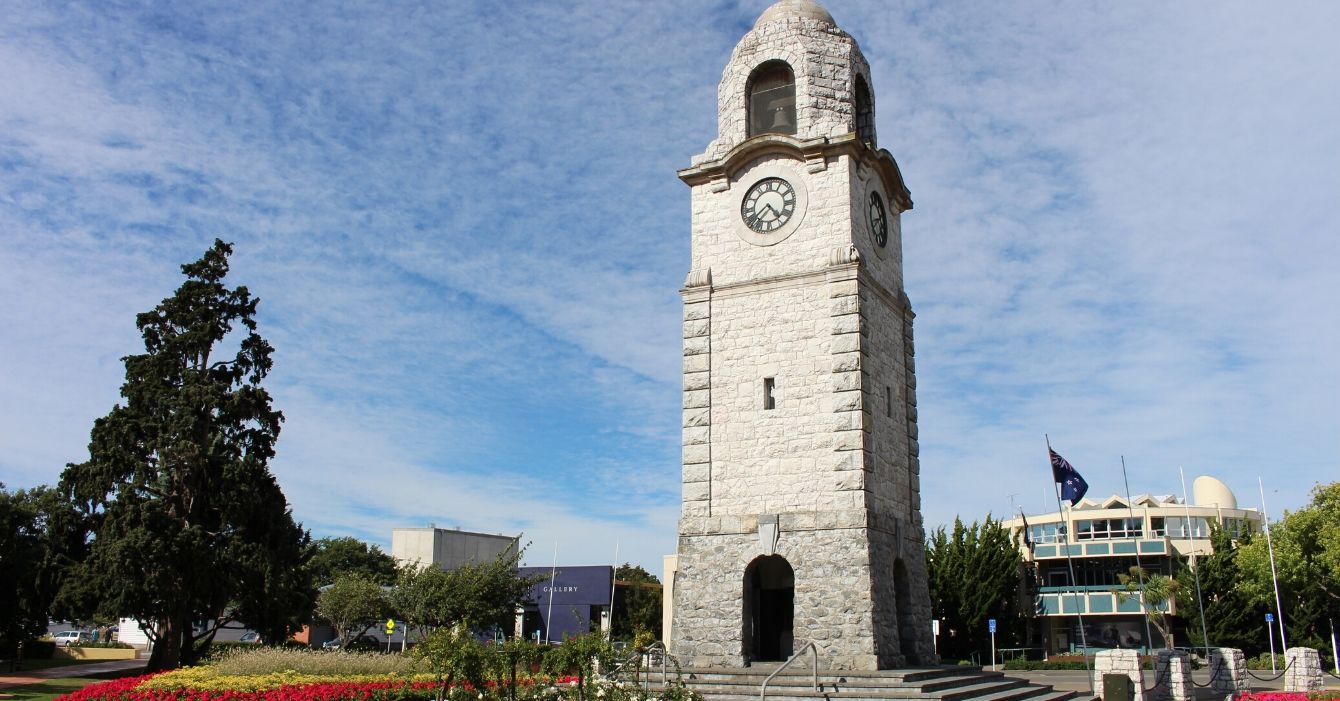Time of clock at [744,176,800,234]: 4:37
